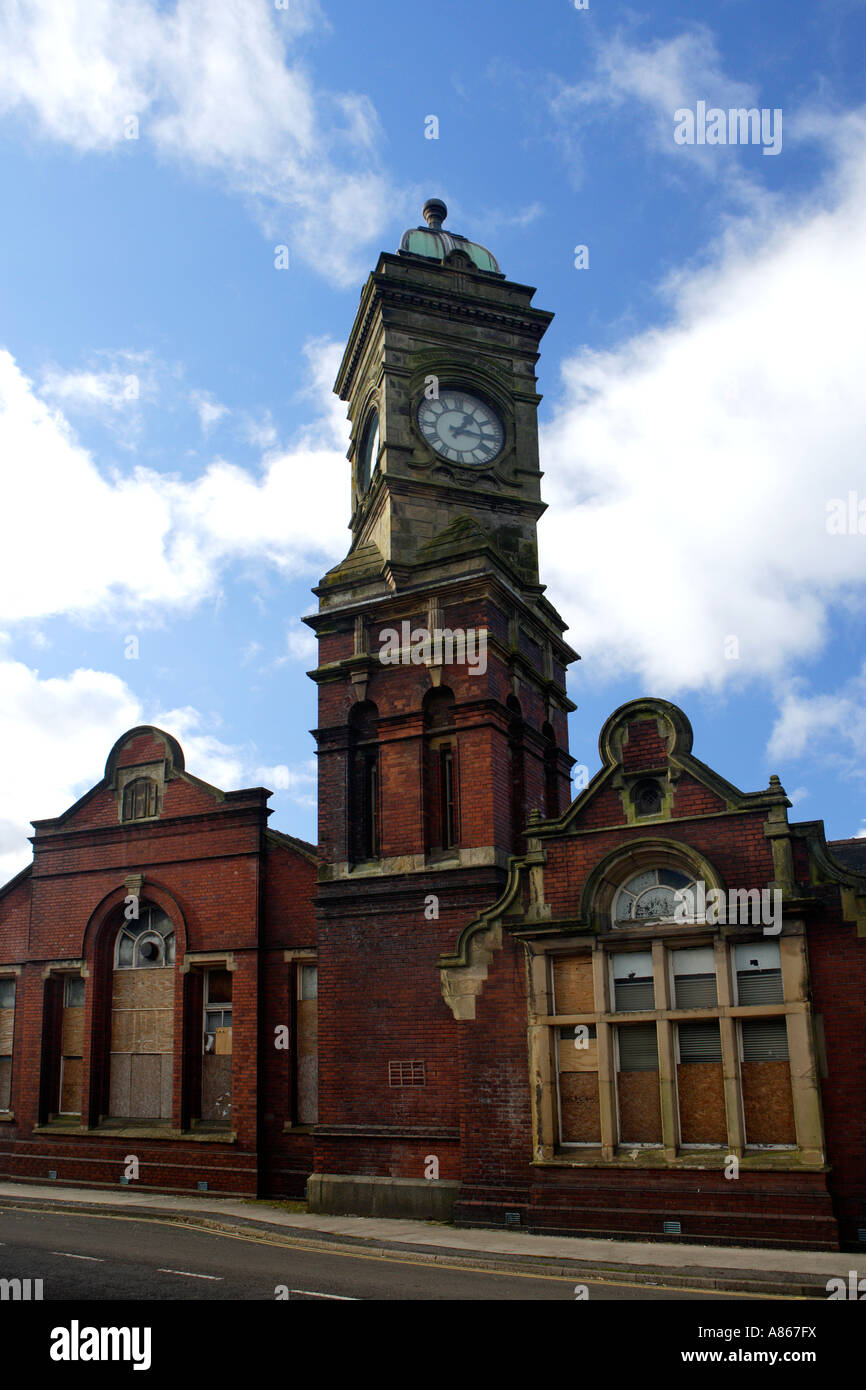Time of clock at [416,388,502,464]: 1:16
